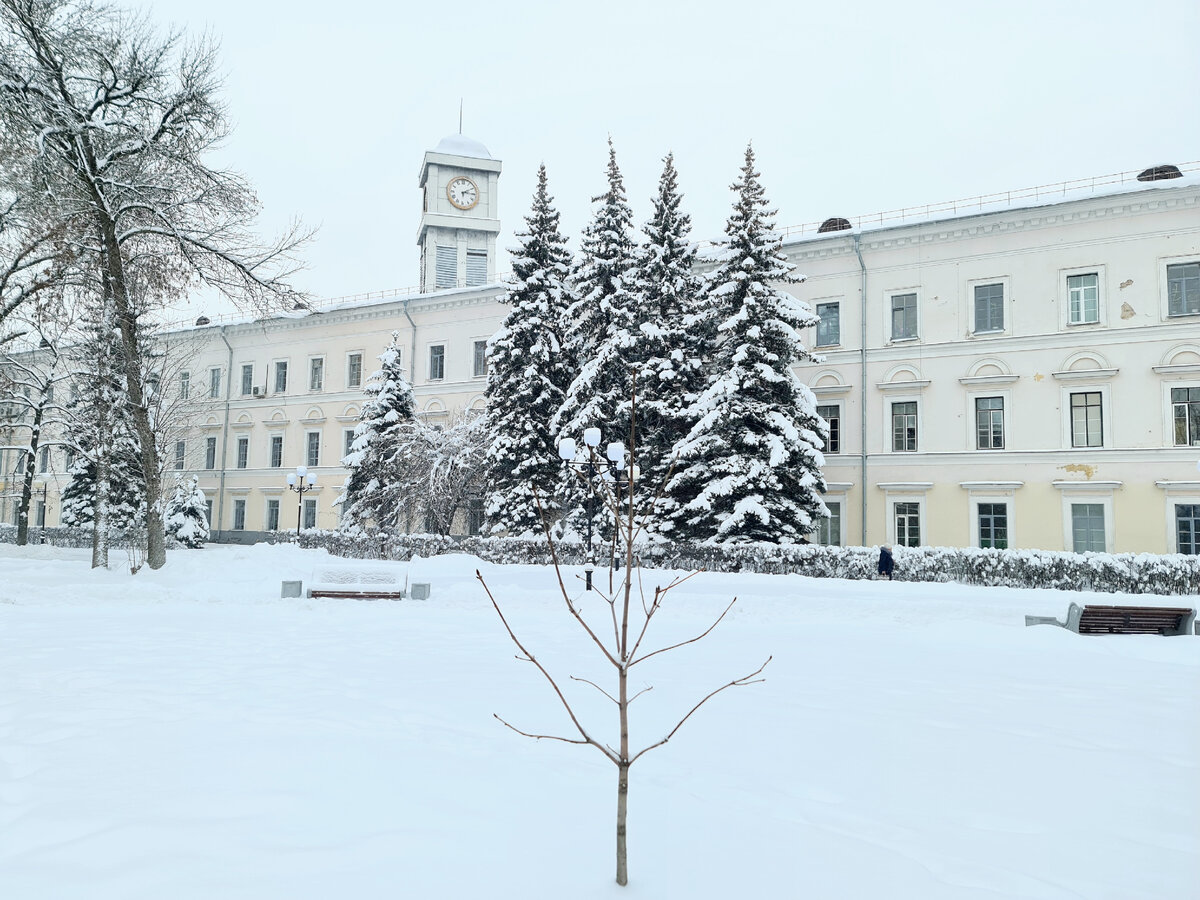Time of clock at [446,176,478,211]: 3:10
